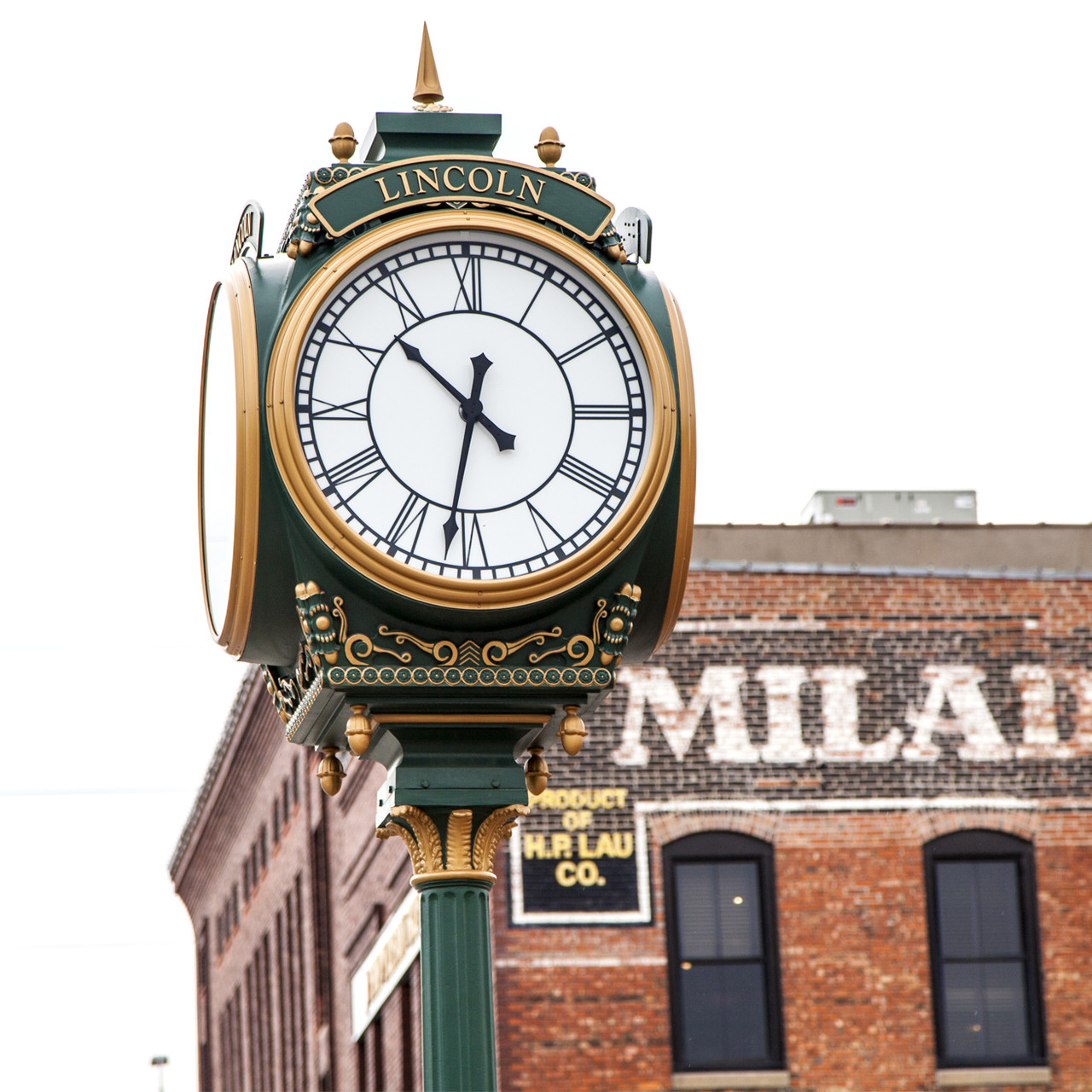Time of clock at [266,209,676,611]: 10:32
